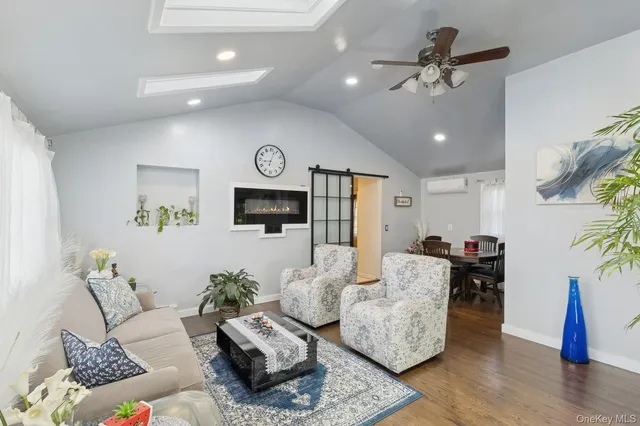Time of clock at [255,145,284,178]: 9:02
